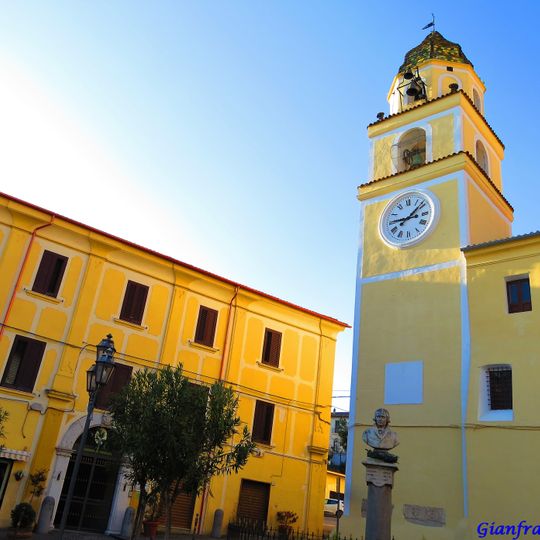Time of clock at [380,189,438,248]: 9:08
